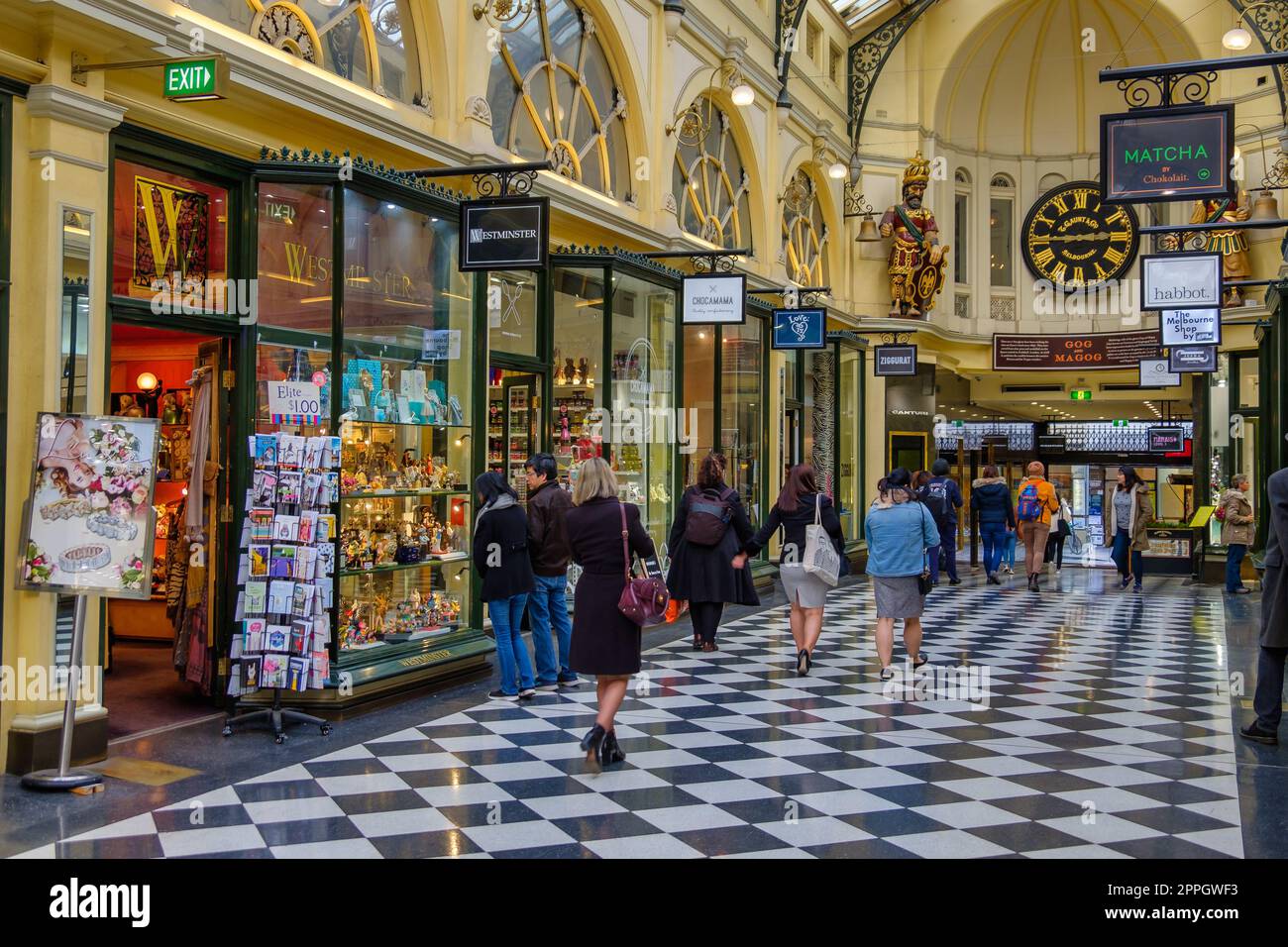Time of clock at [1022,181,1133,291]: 2:45
